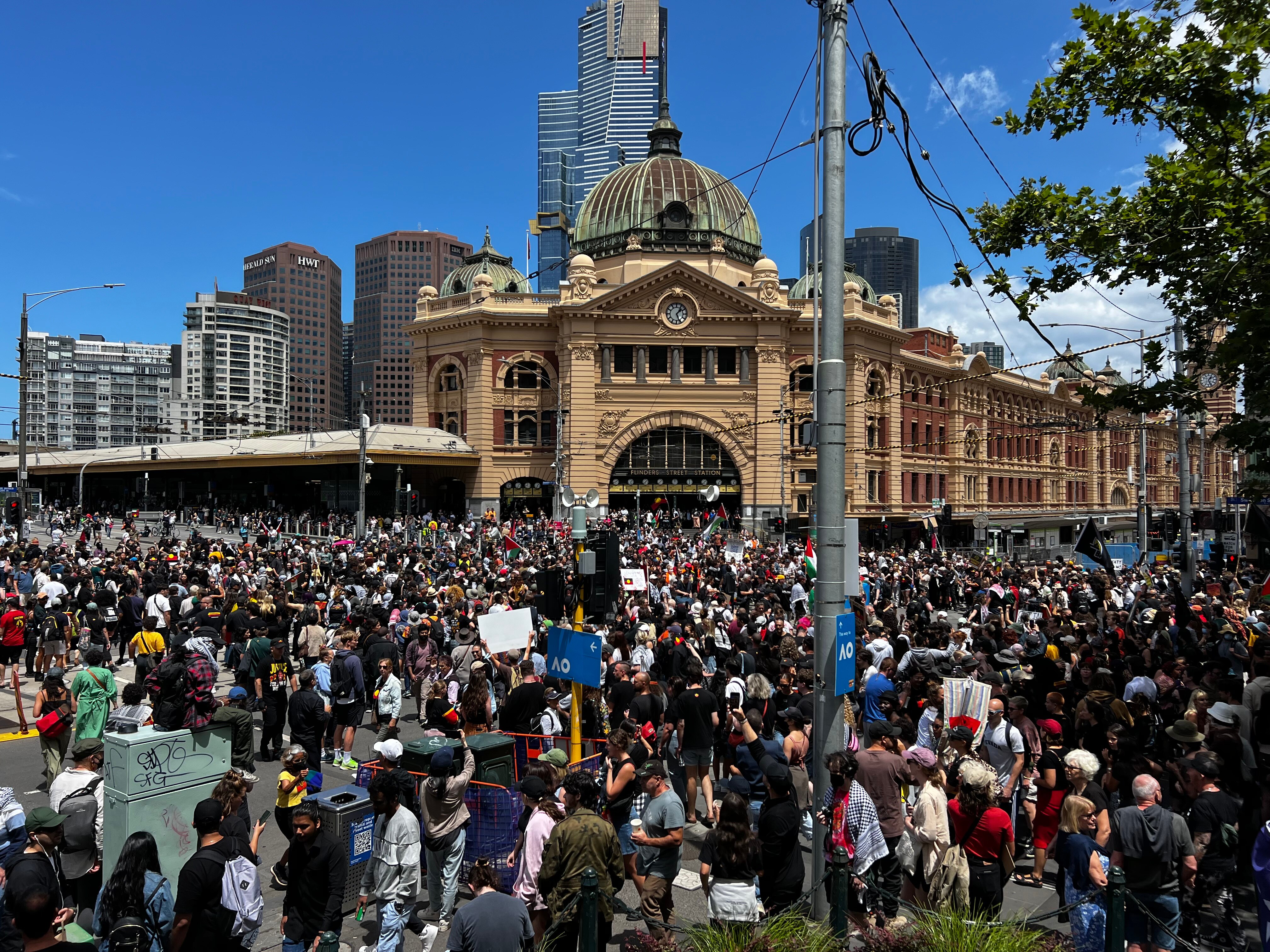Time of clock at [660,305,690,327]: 1:26
